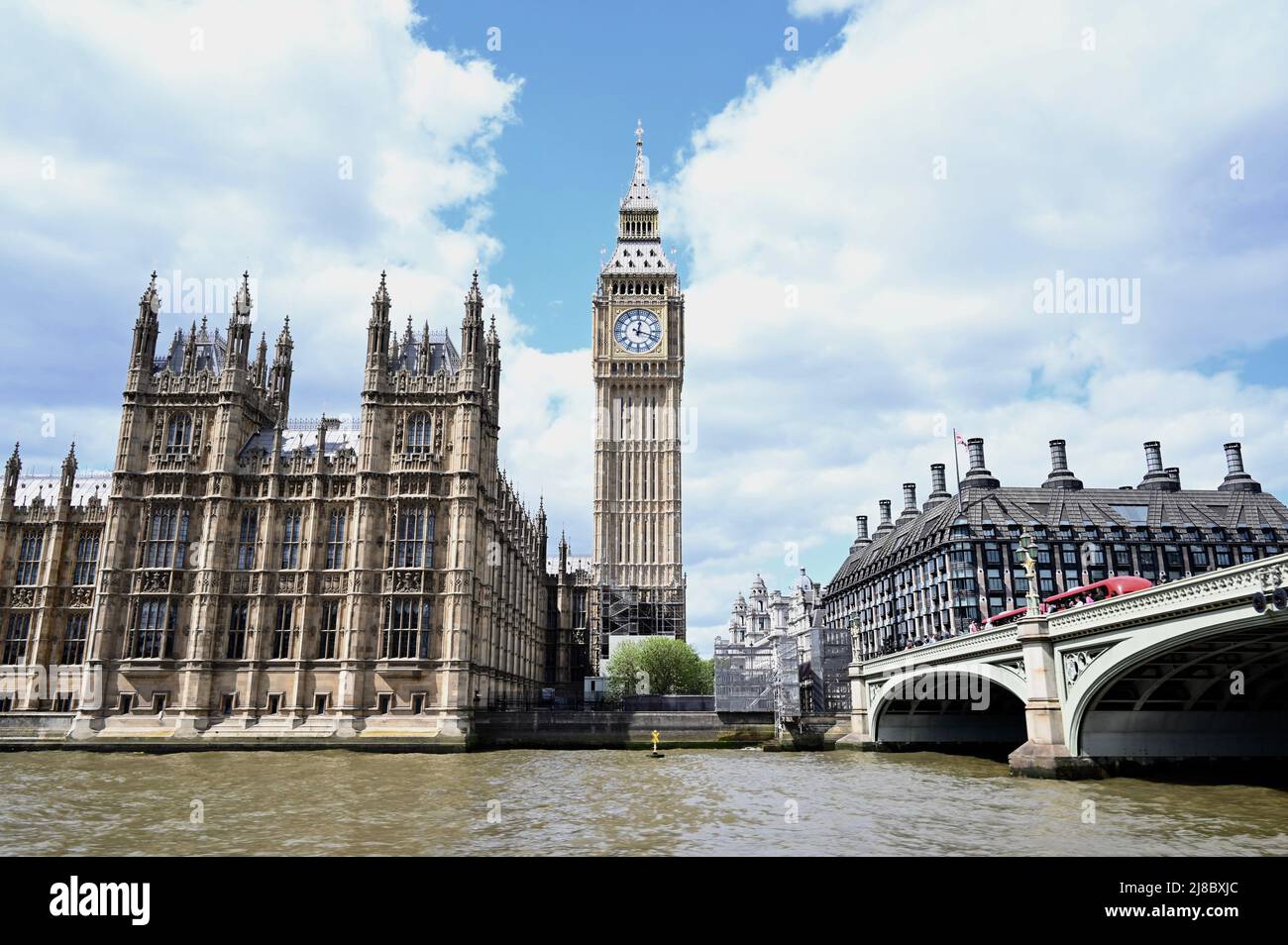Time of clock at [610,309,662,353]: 12:18
